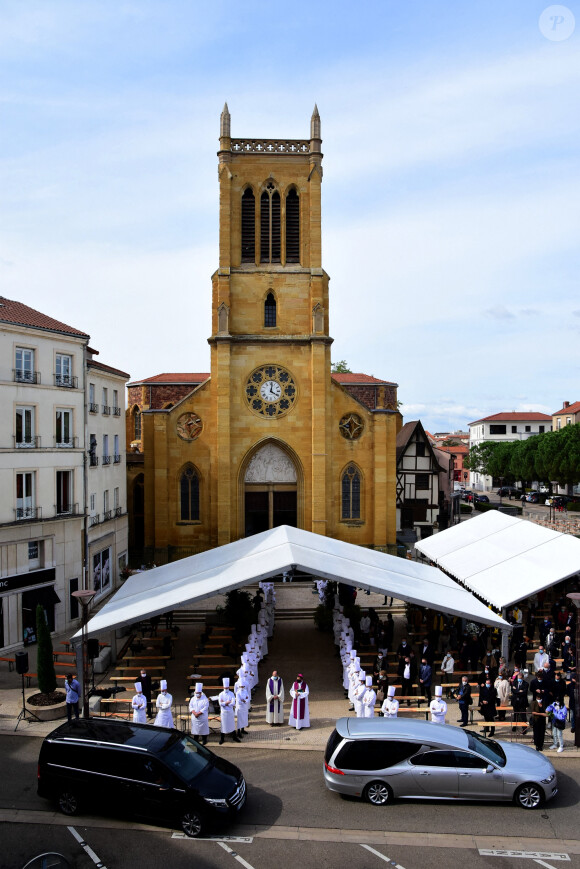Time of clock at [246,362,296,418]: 4:01
